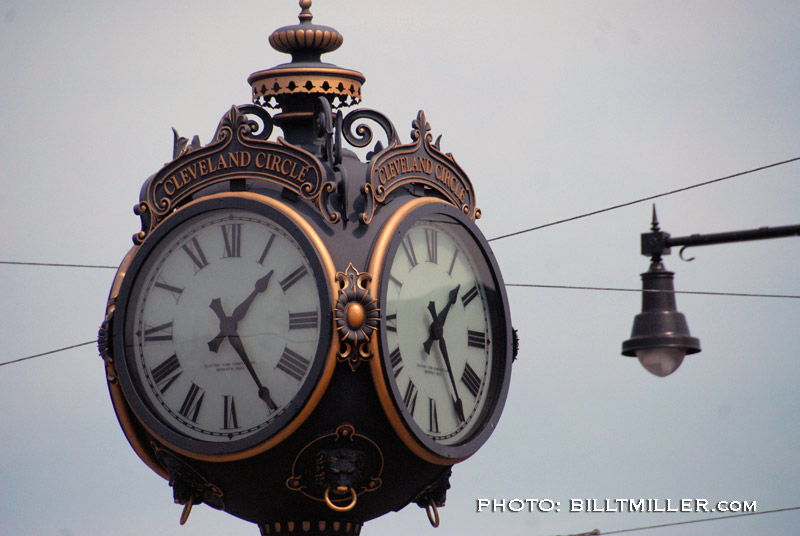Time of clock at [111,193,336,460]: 1:24
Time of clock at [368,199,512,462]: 1:24
